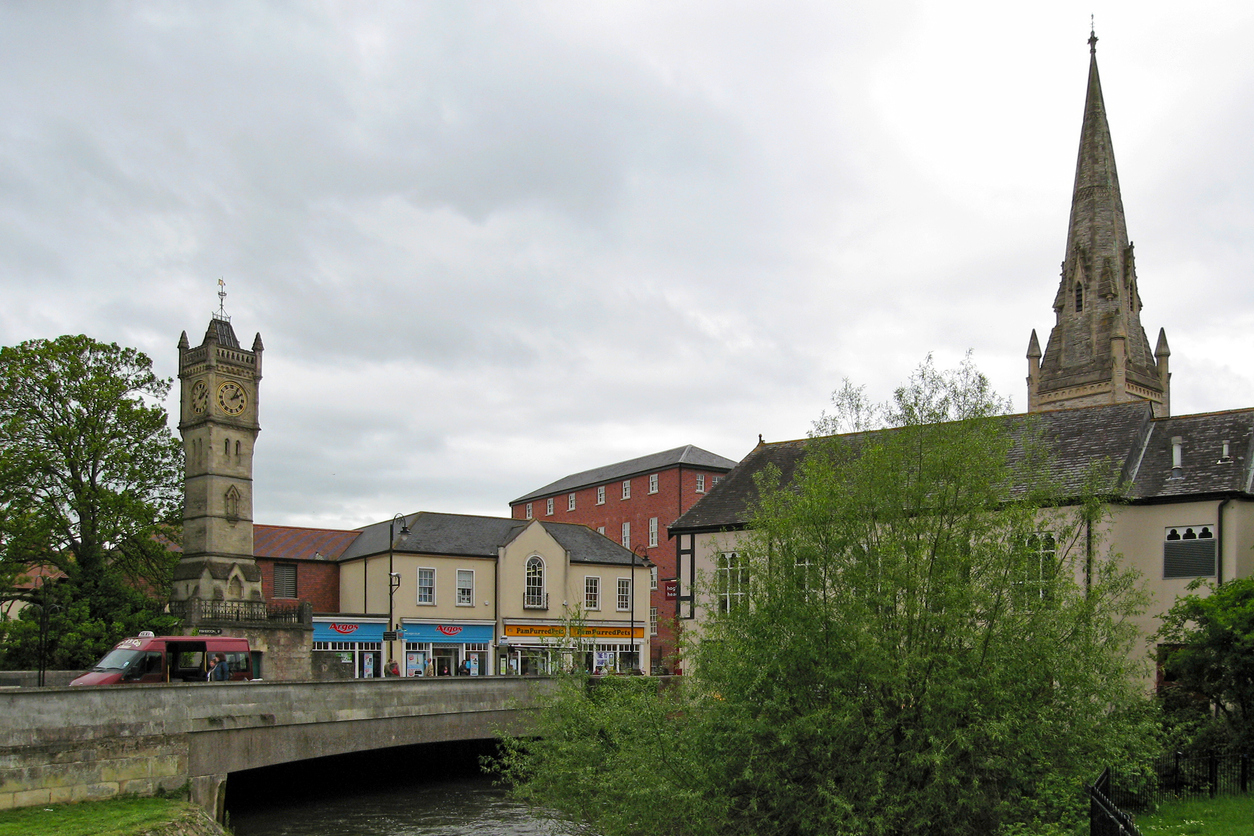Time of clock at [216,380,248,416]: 2:05
